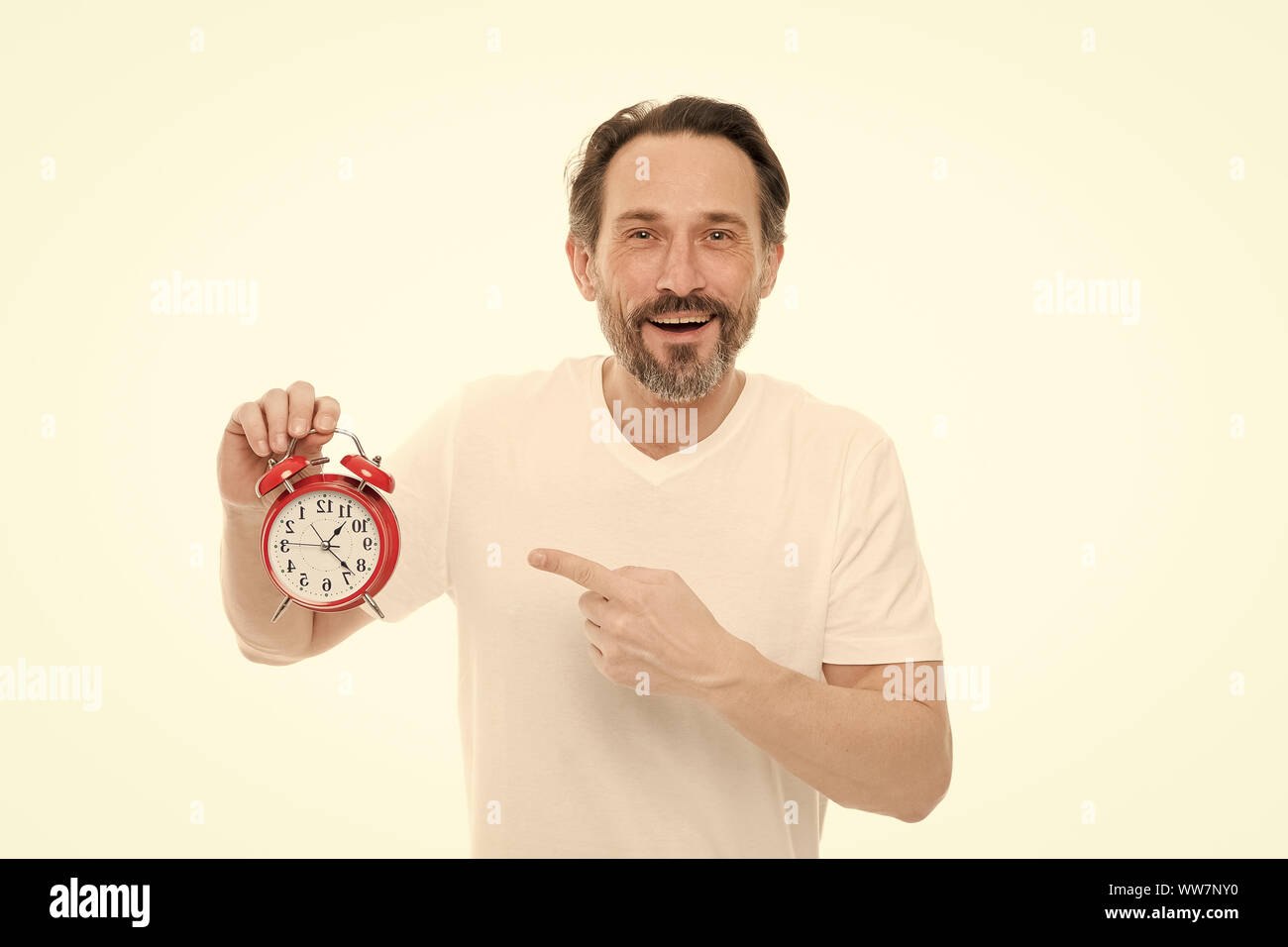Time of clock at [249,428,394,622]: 1:22
